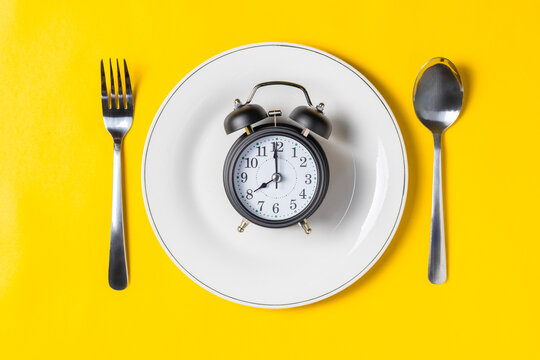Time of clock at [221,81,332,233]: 7:59
